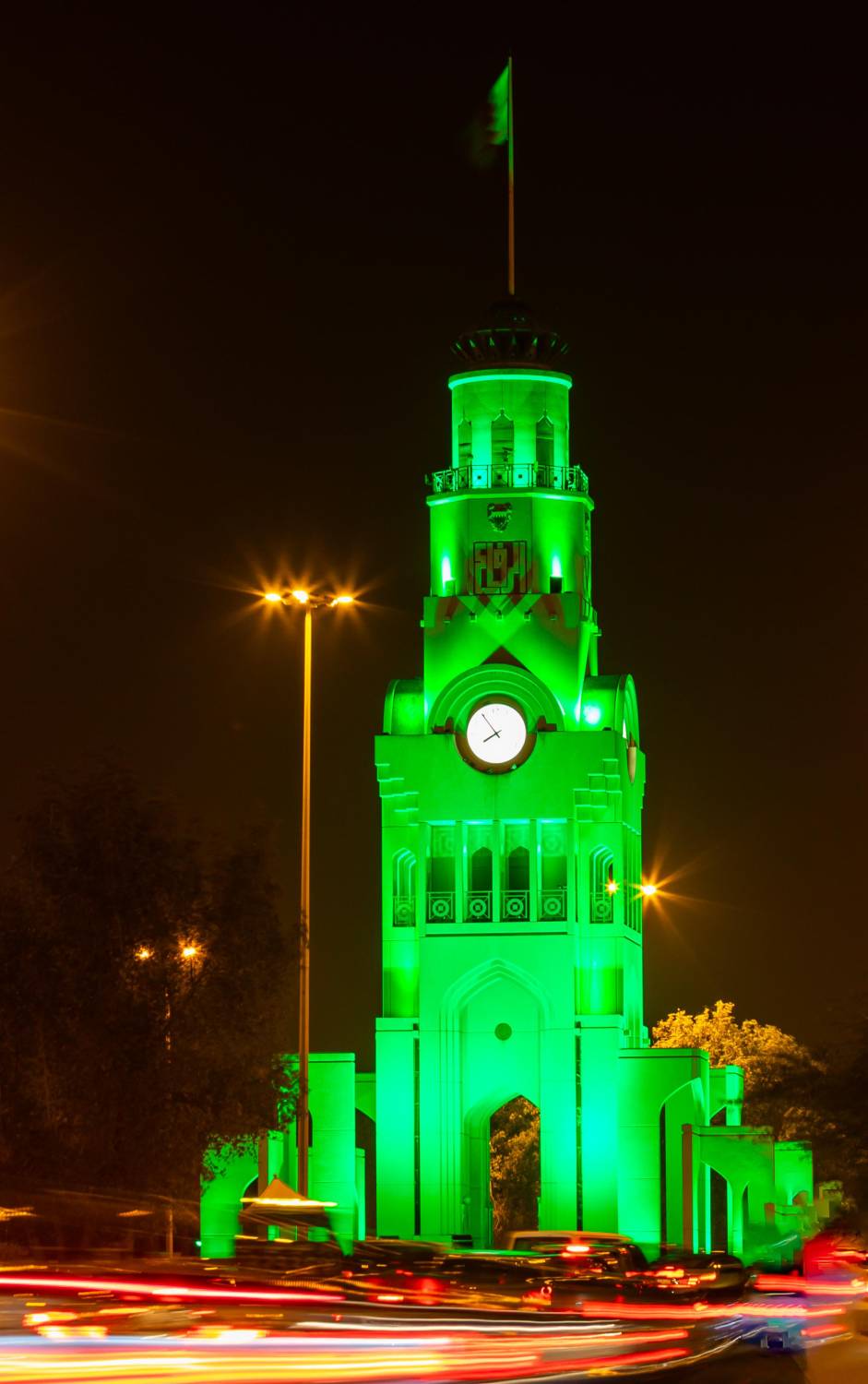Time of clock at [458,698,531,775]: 7:53
